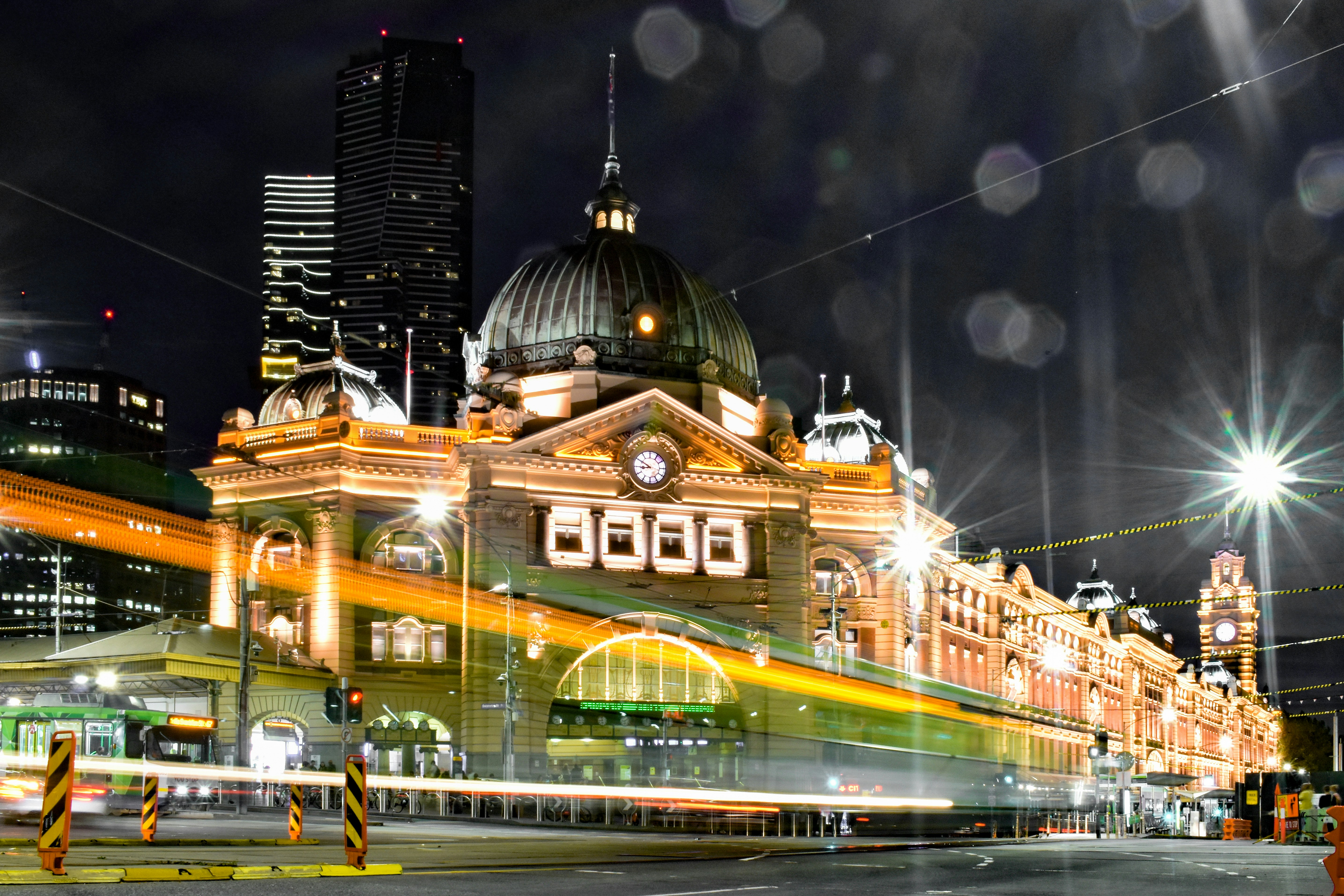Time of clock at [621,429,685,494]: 8:50
